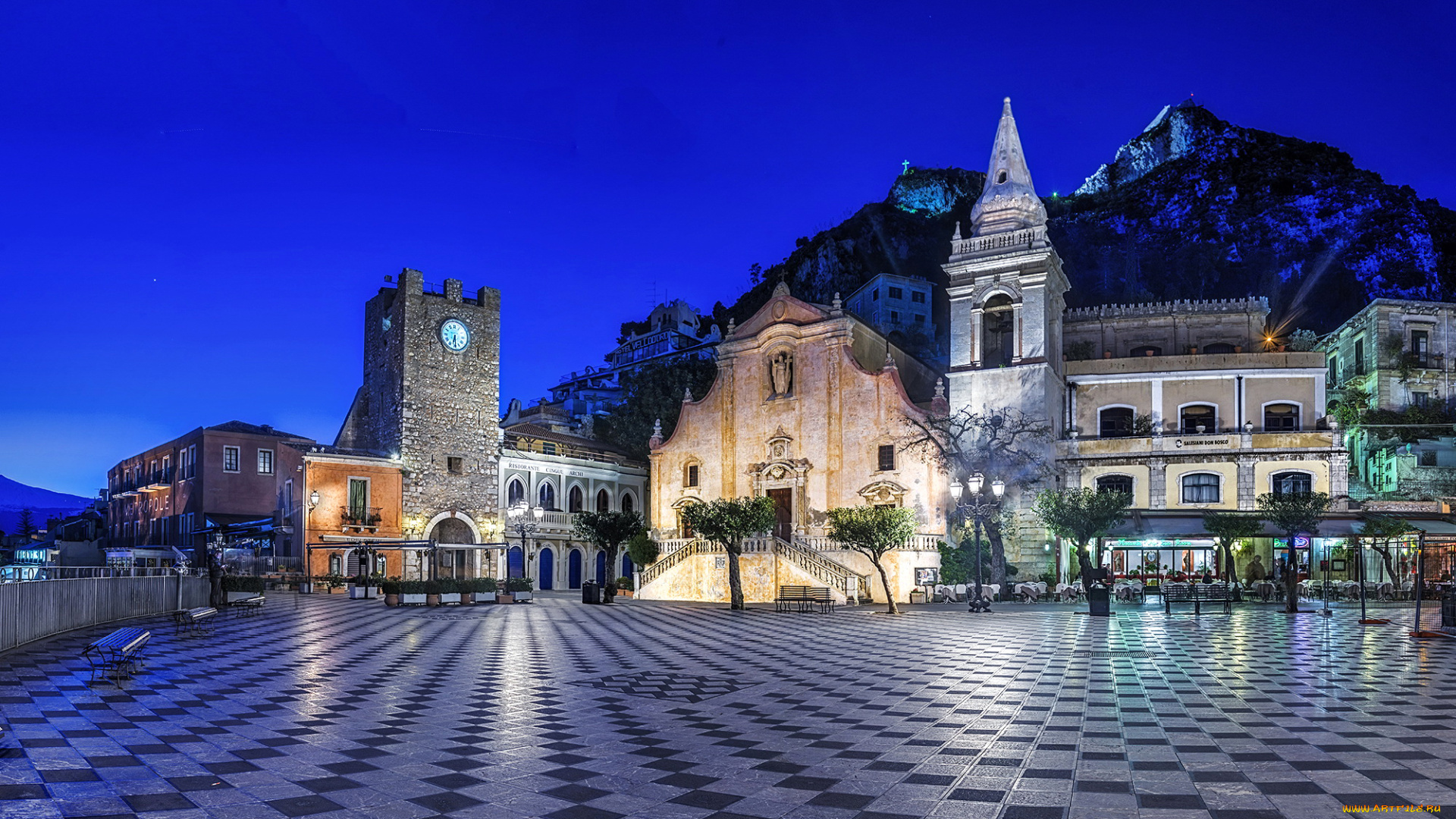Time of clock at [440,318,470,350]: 6:29
